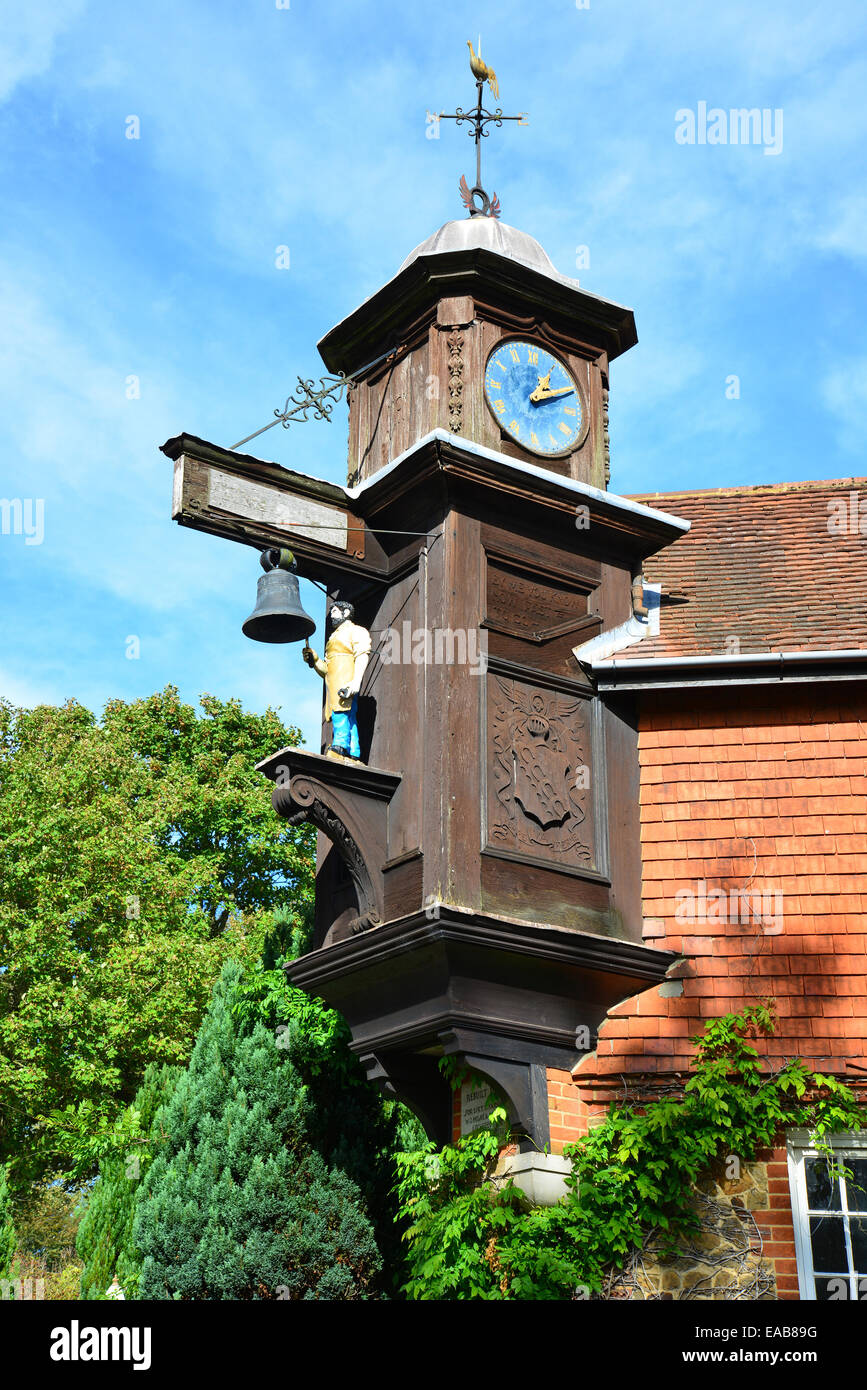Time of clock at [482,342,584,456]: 1:10
